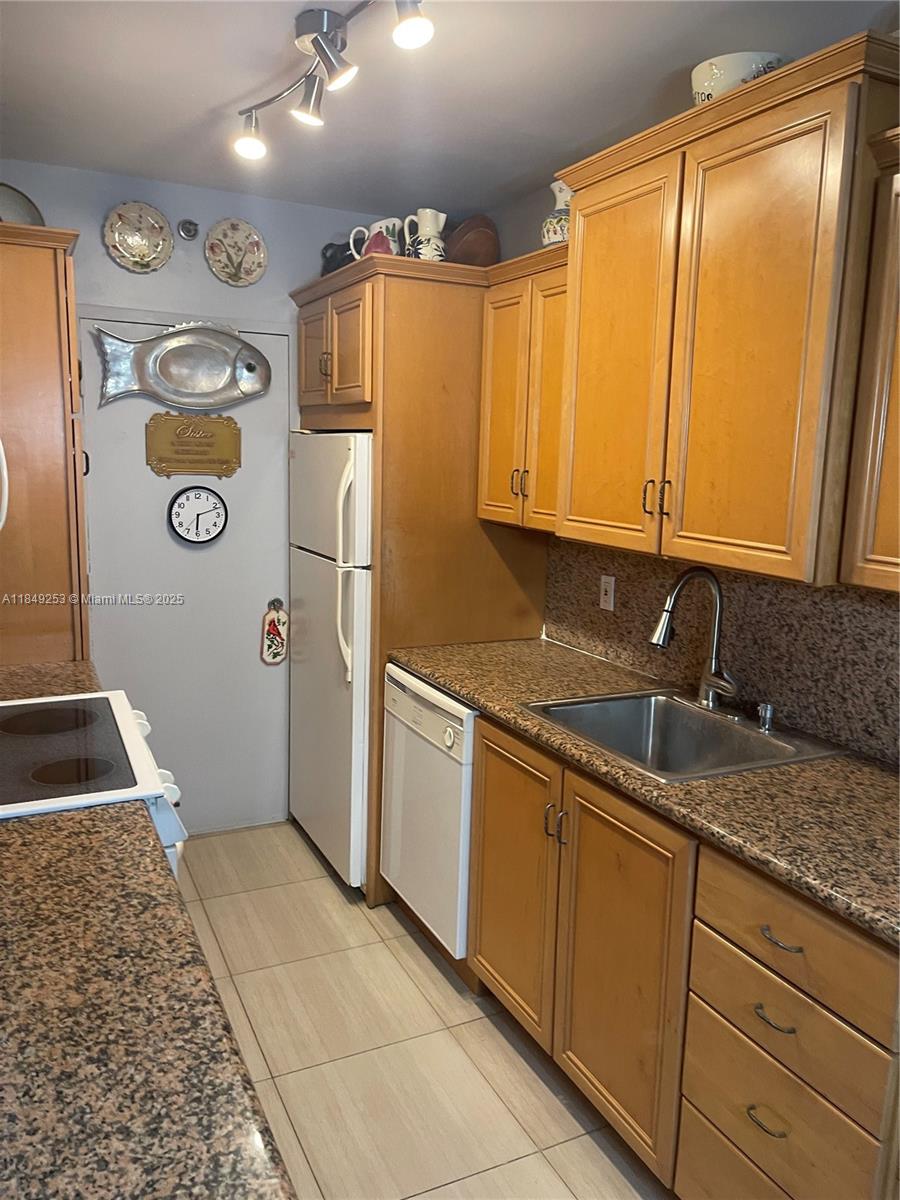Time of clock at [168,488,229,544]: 6:11
